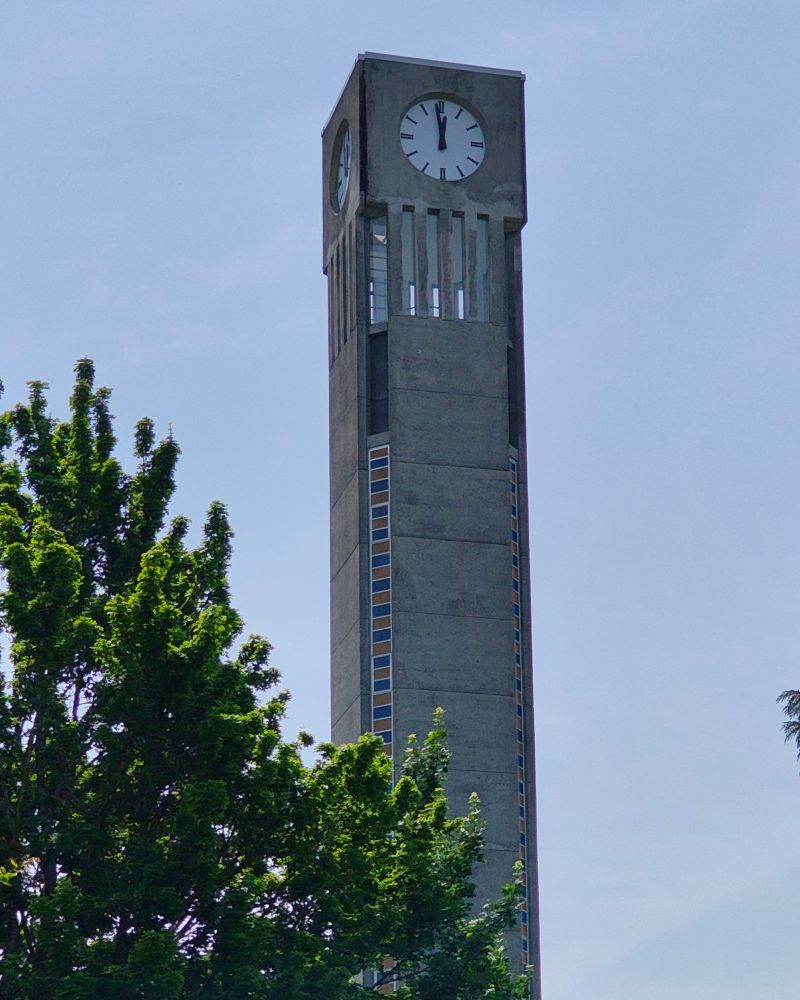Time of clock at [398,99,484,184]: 11:58
